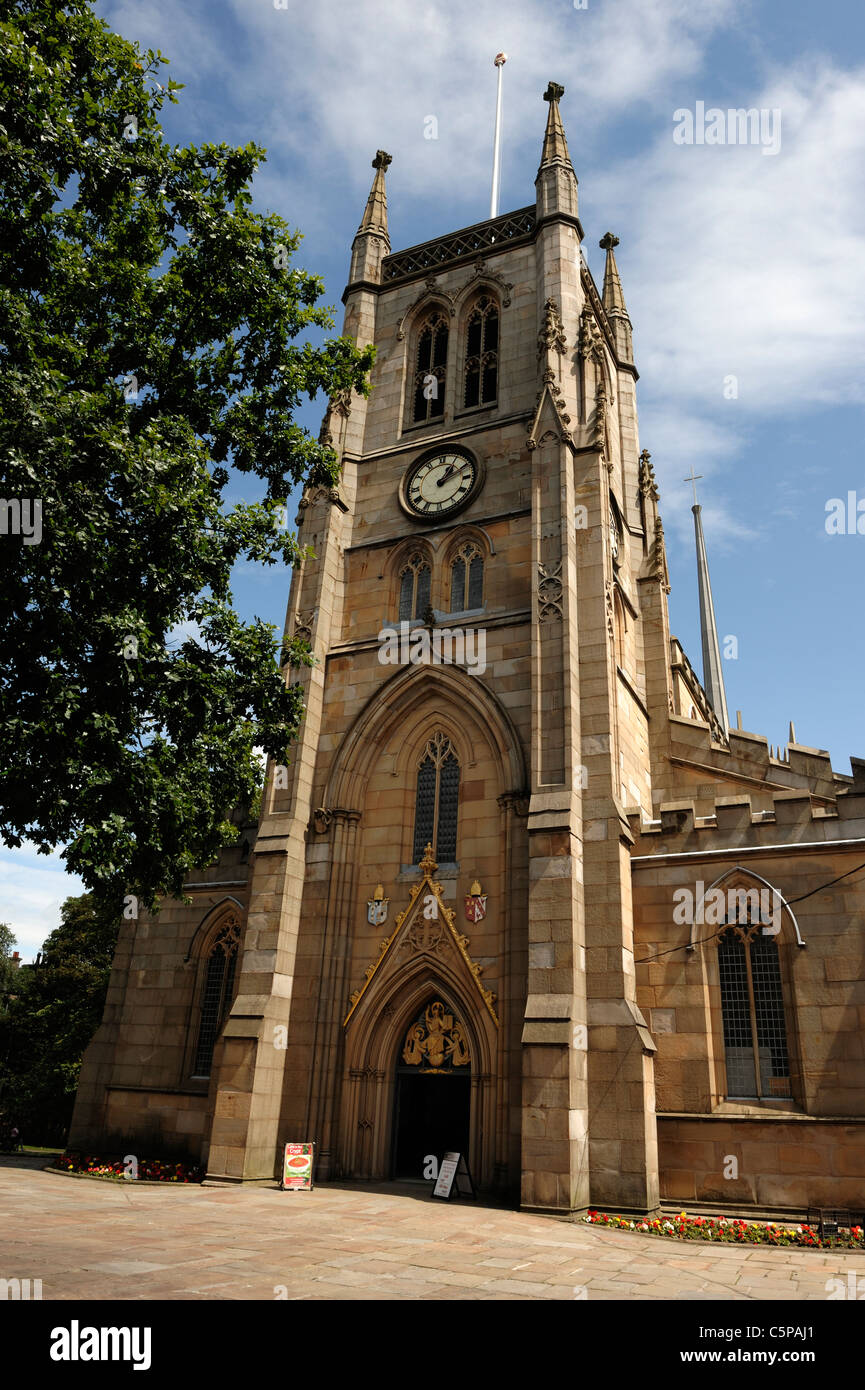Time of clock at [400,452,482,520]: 1:10
